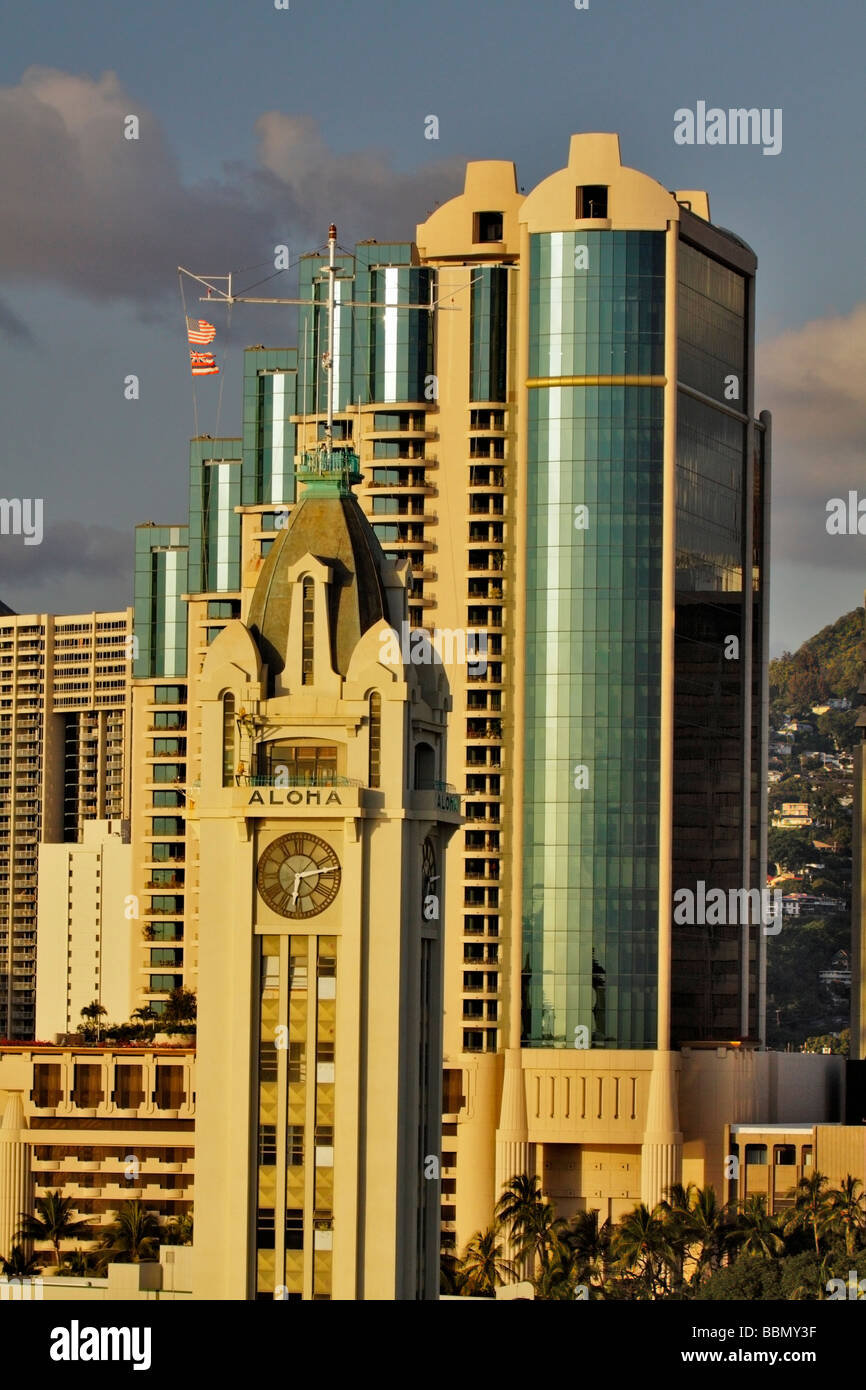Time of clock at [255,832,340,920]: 6:13
